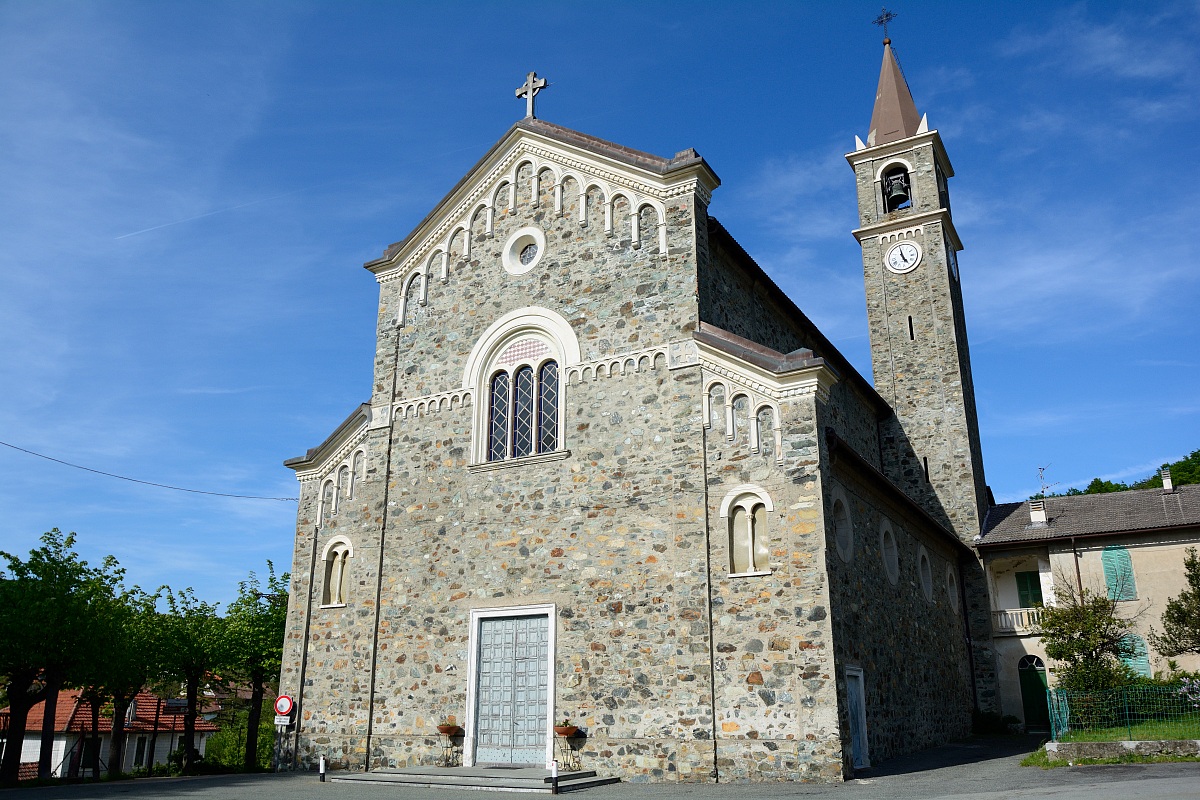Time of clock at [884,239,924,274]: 4:57
